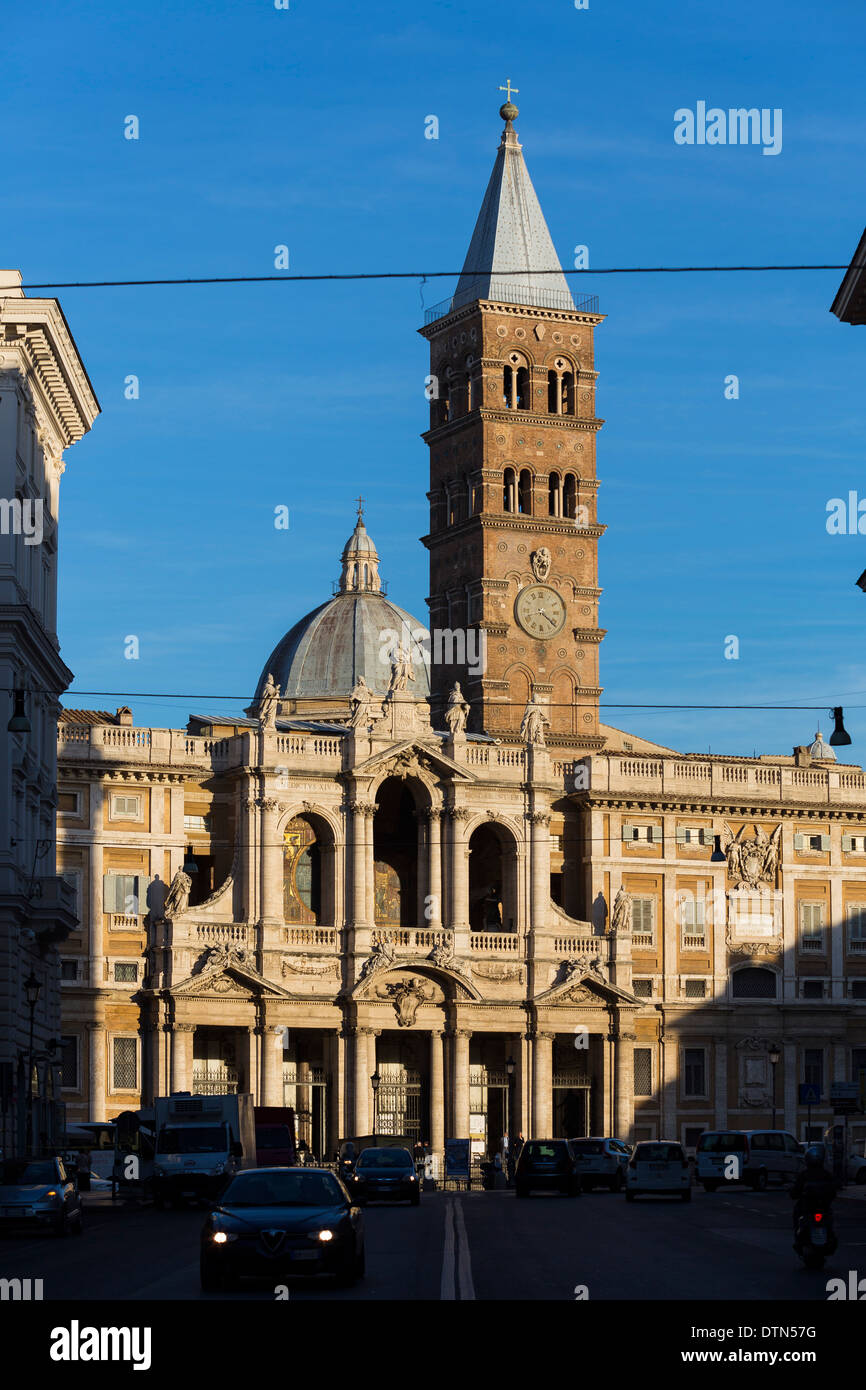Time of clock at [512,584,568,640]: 4:21
